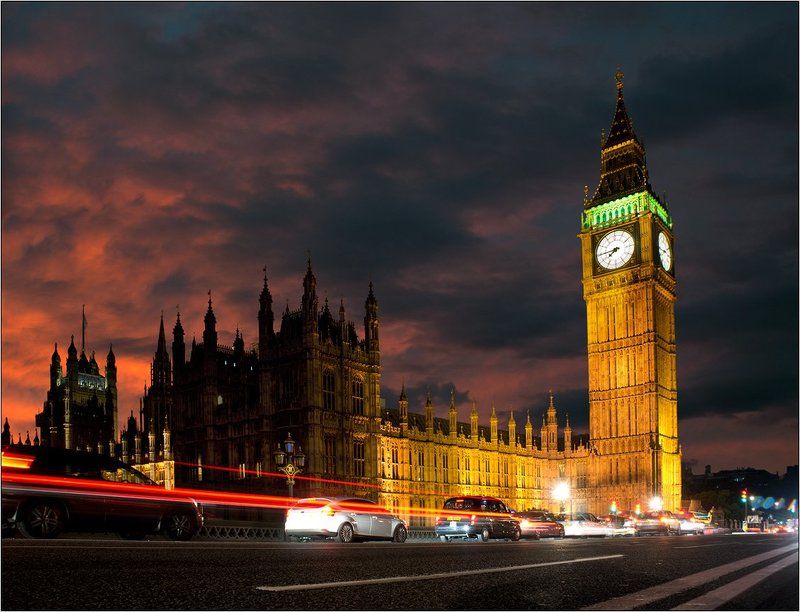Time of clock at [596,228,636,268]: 7:44
